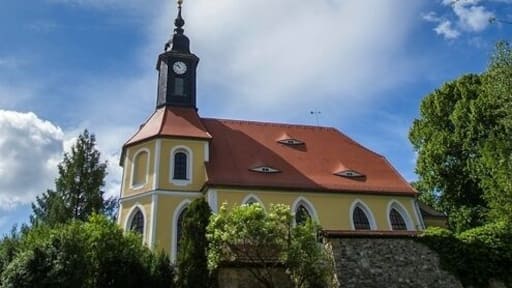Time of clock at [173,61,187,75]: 10:51
